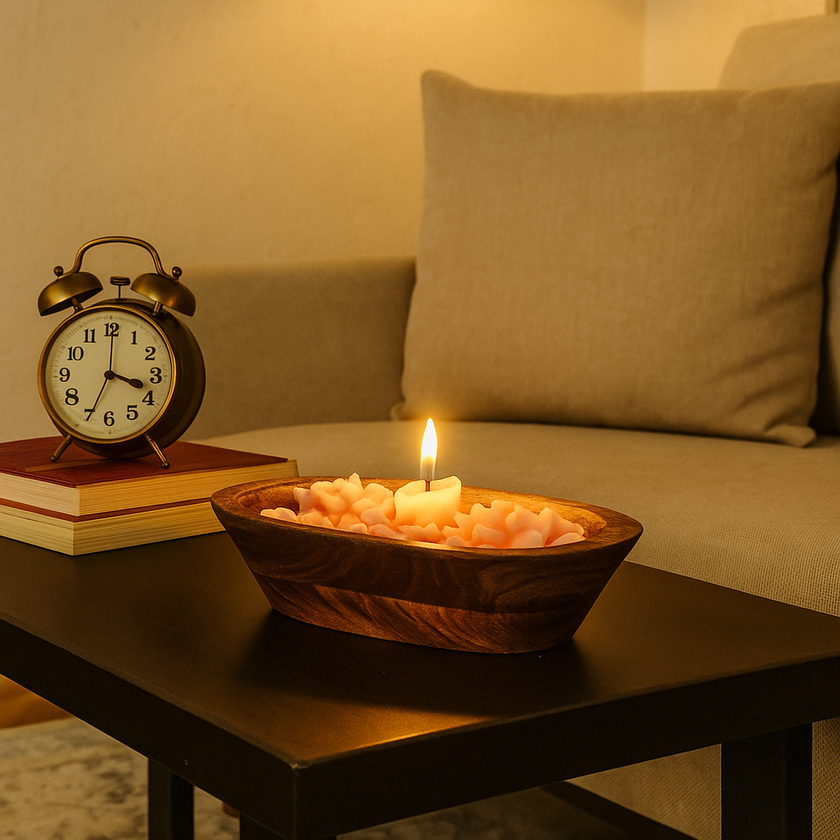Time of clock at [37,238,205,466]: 3:34
